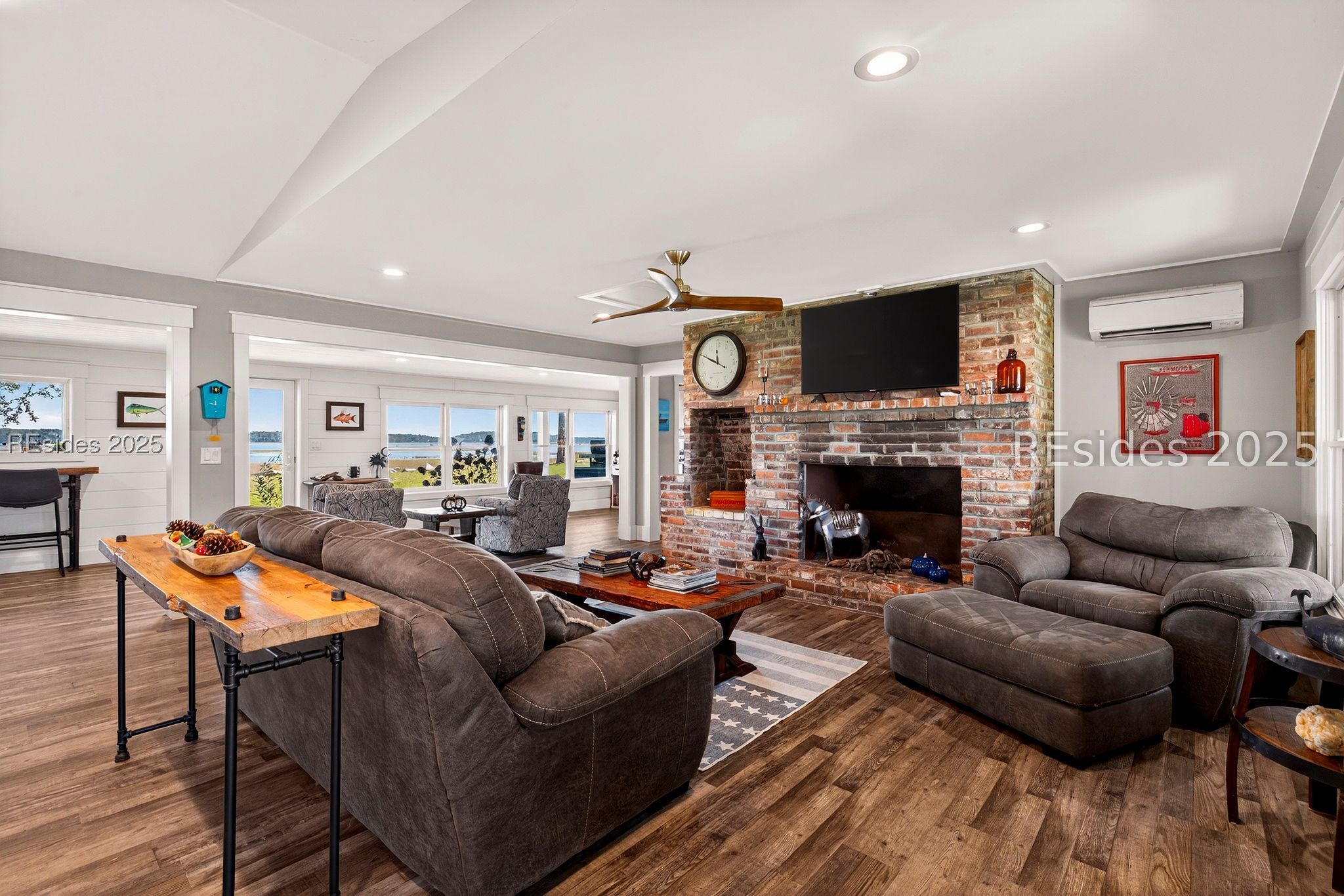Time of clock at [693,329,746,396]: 11:49
